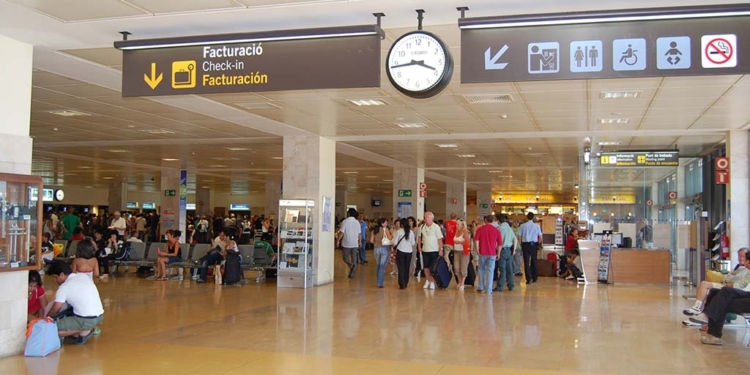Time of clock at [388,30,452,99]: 3:43
